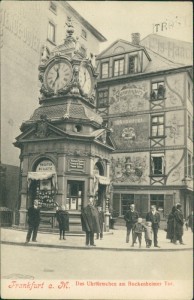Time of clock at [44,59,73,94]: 11:35
